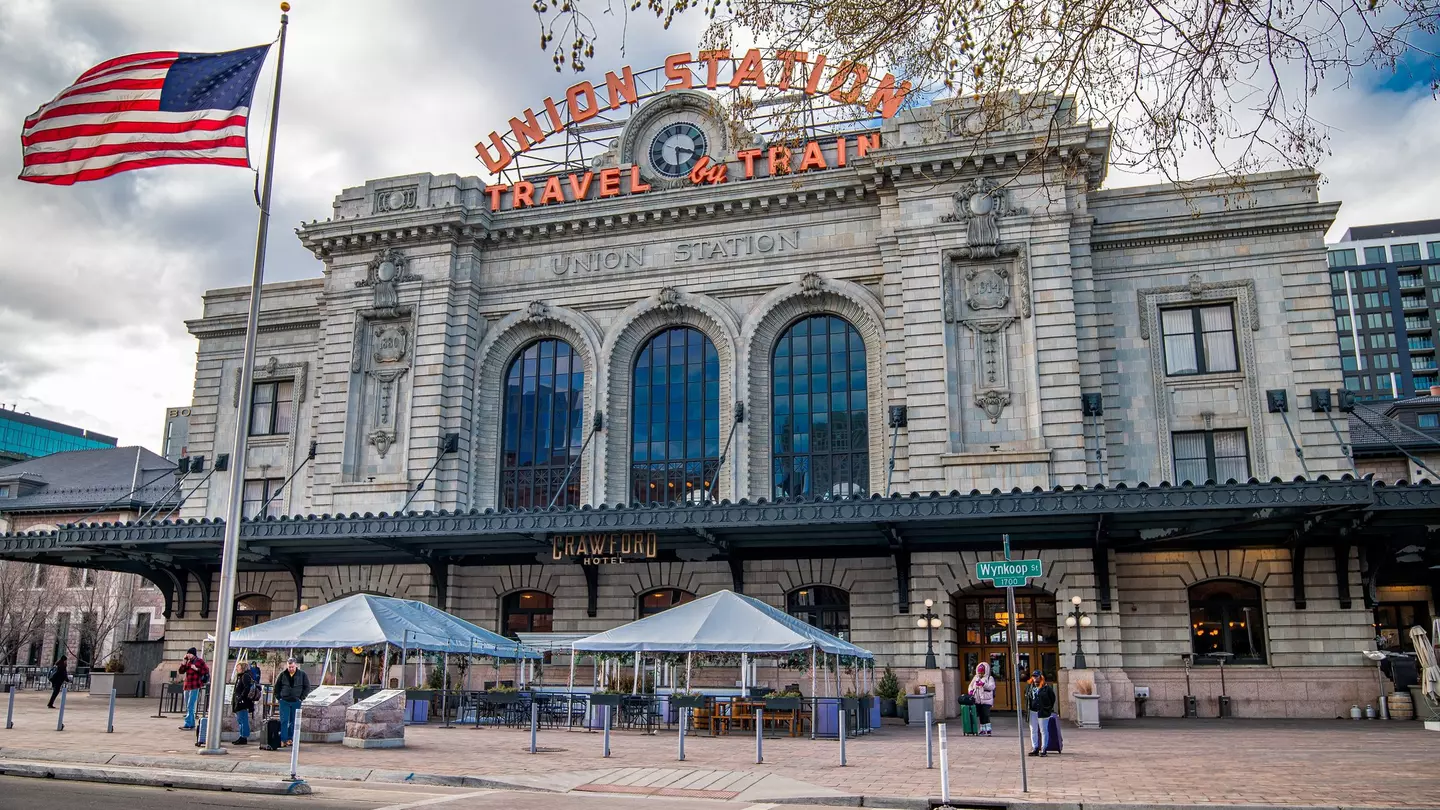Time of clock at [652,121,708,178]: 3:29
